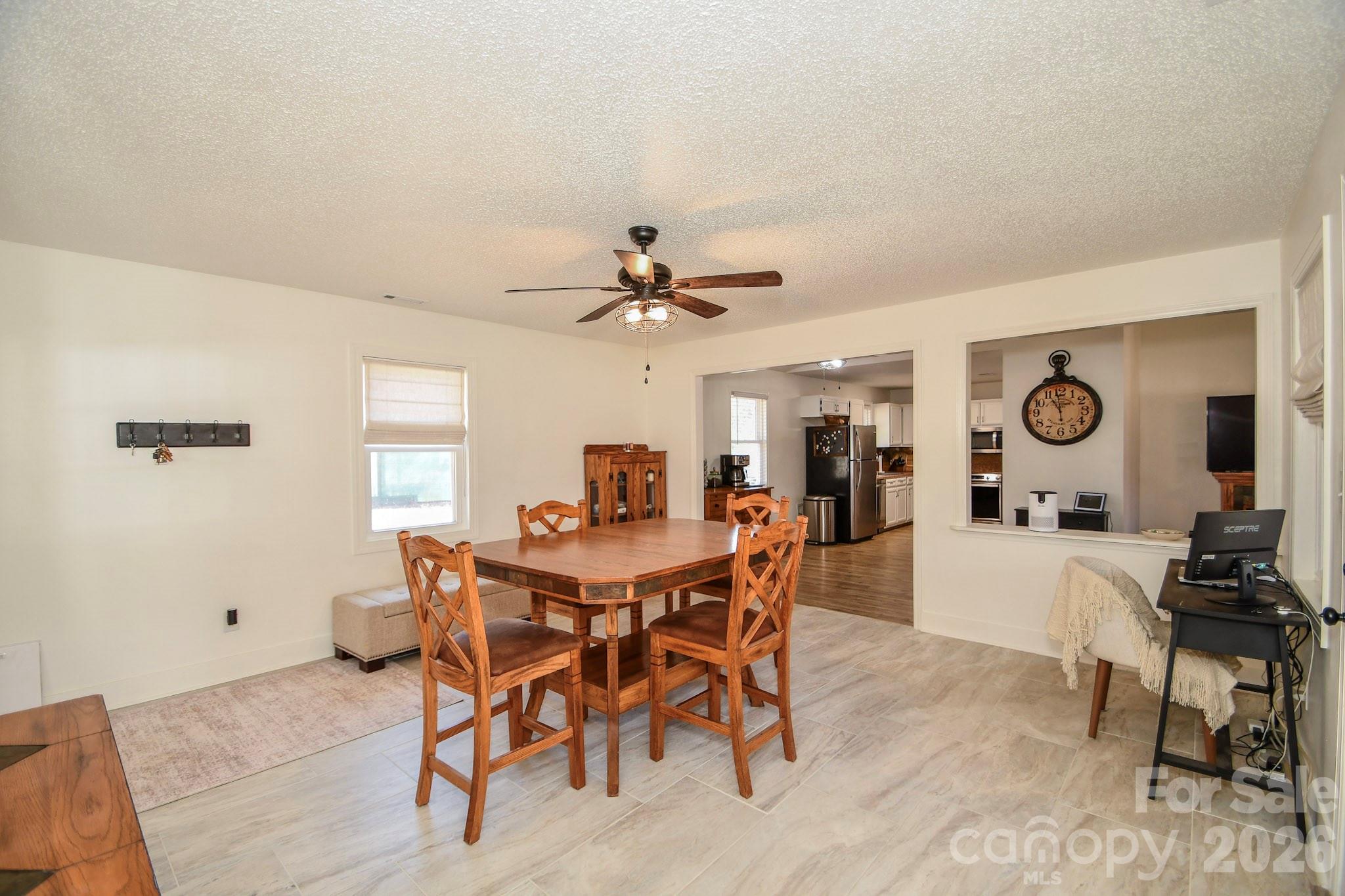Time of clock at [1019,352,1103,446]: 10:59
